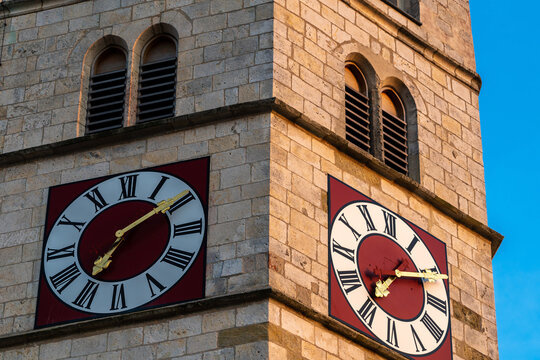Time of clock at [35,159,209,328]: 7:09
